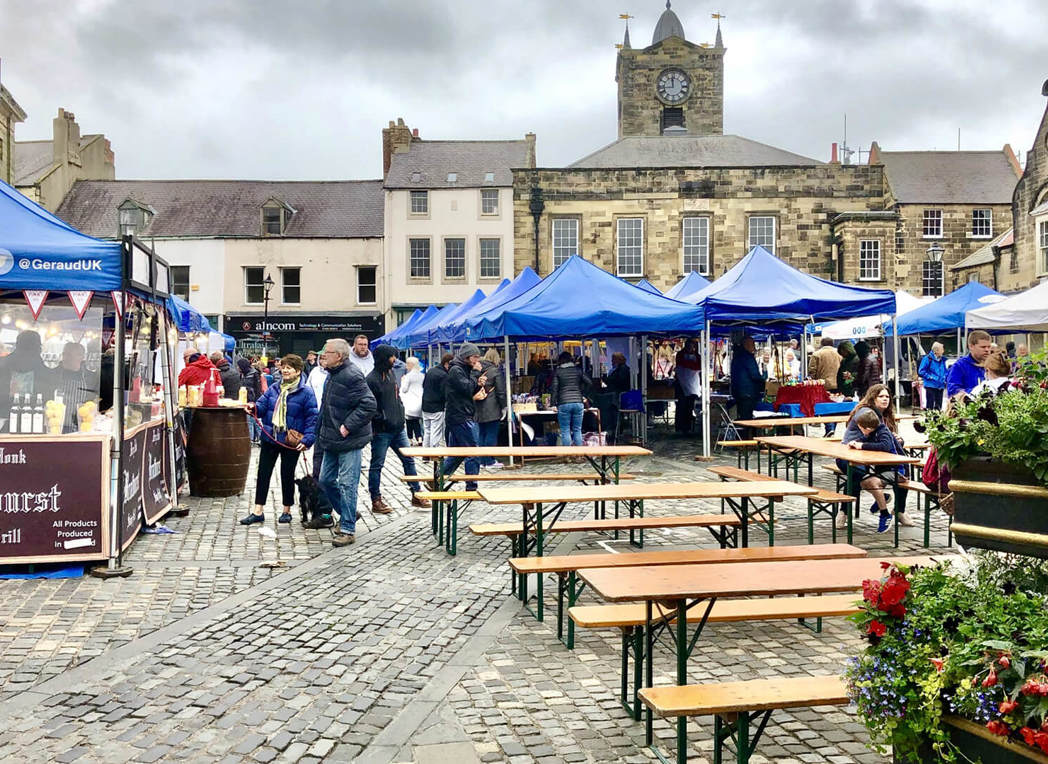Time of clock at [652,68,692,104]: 11:43
